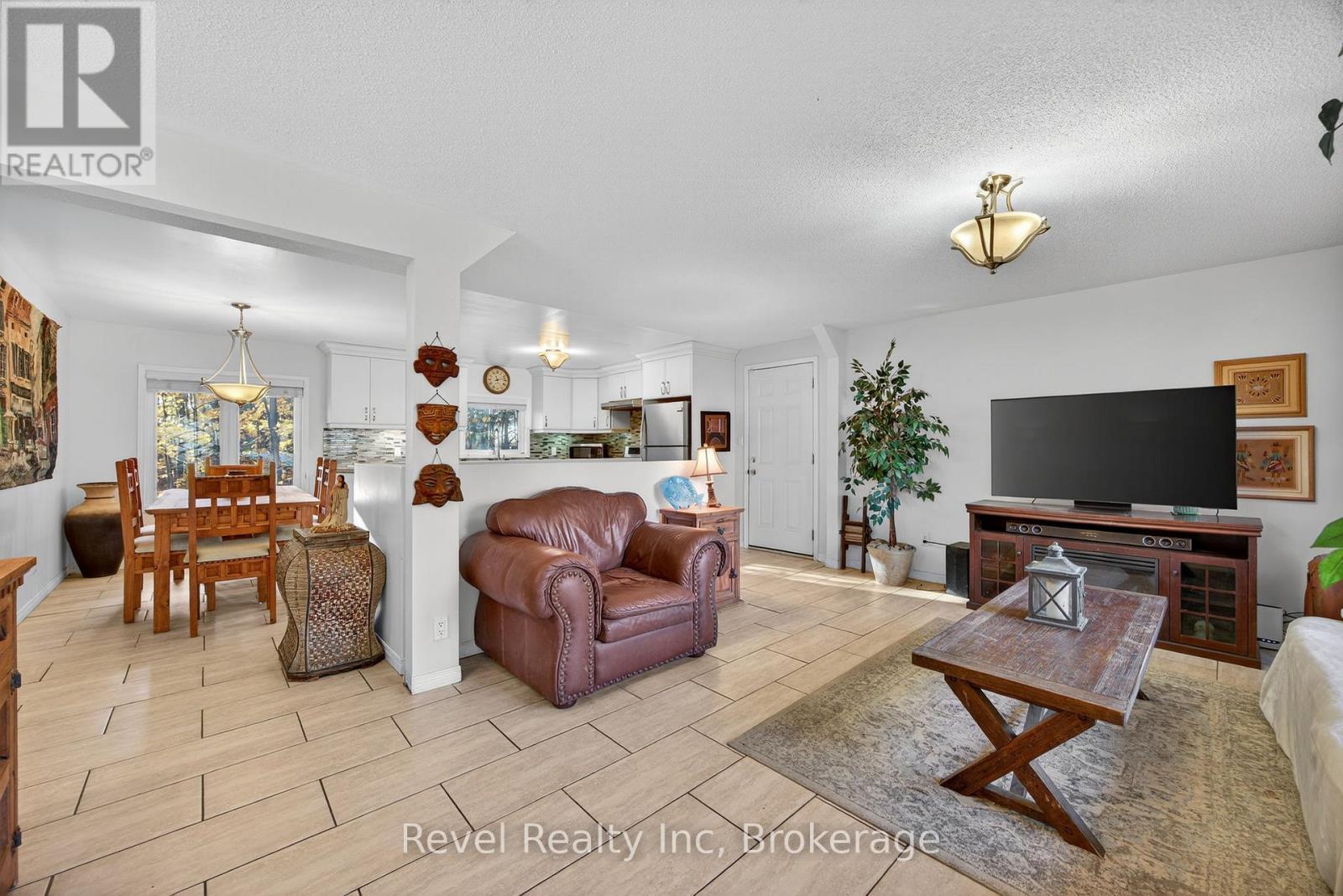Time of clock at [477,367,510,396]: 11:12
